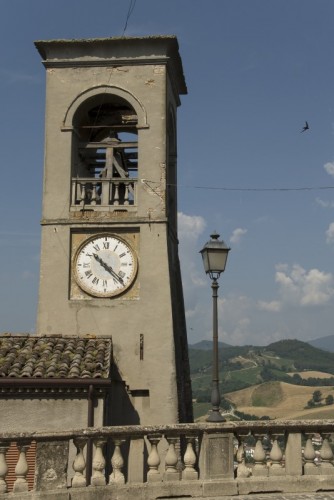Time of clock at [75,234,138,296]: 10:22
